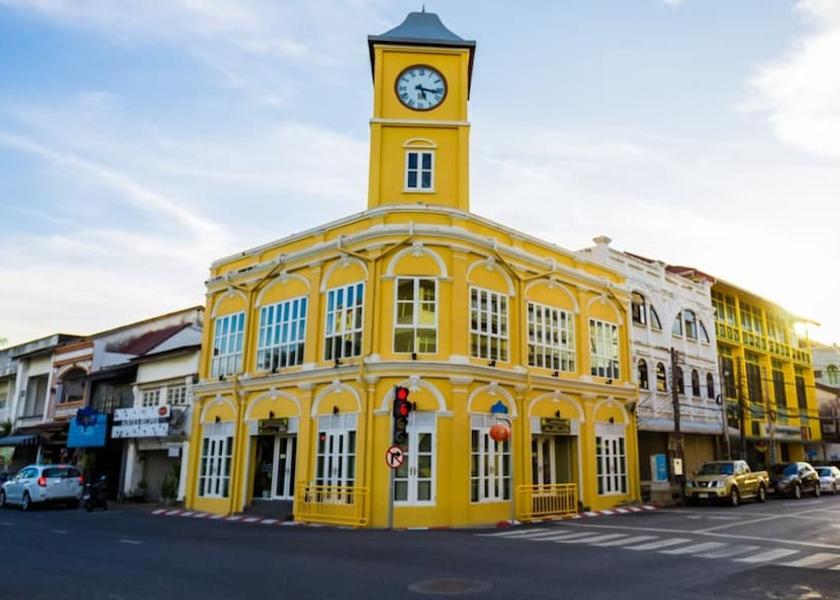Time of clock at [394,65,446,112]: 5:16
